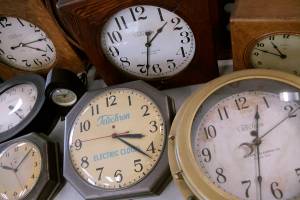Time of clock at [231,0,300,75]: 10:47
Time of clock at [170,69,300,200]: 12:32
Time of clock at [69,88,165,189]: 3:21
